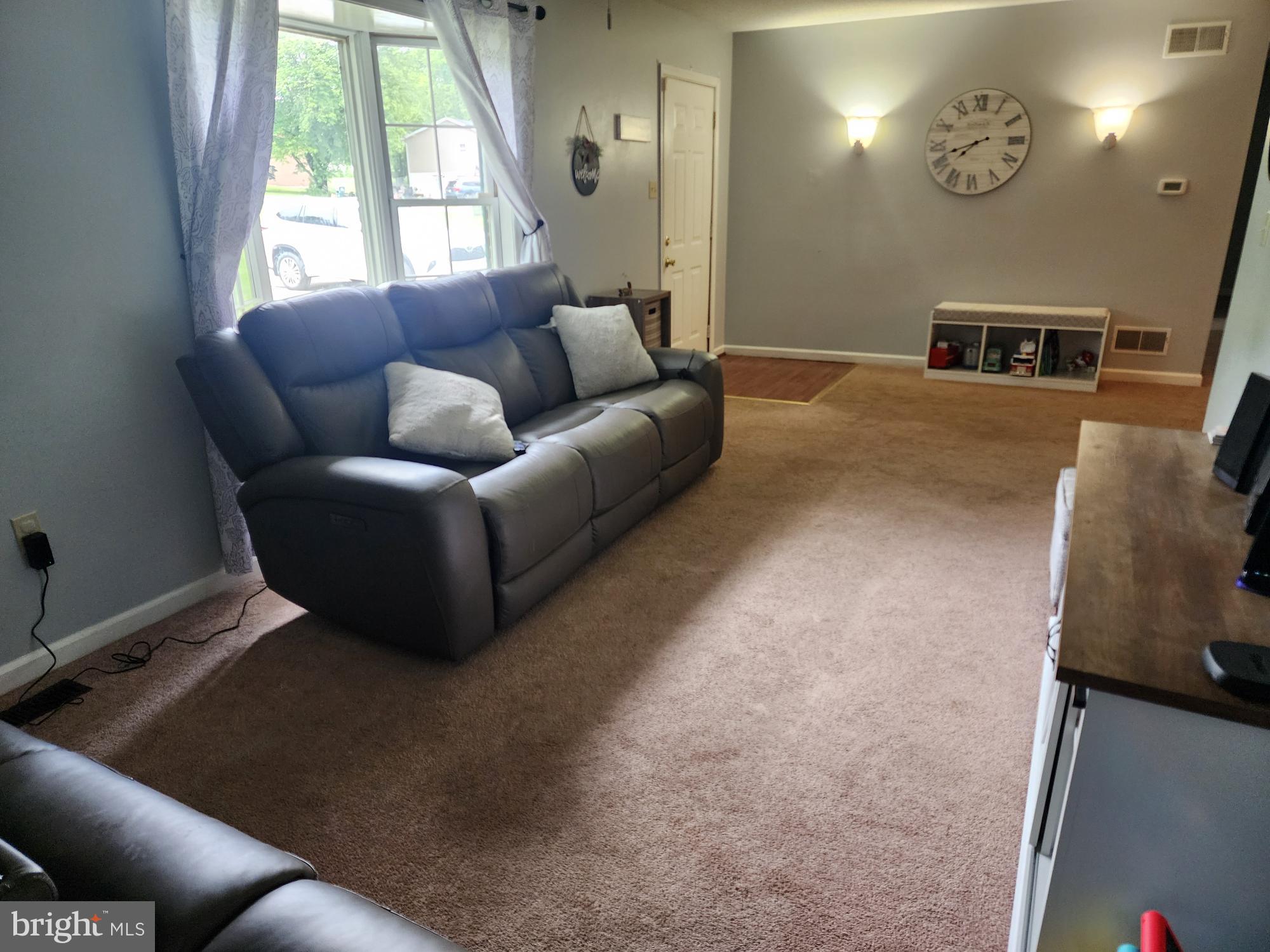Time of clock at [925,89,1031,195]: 7:42
